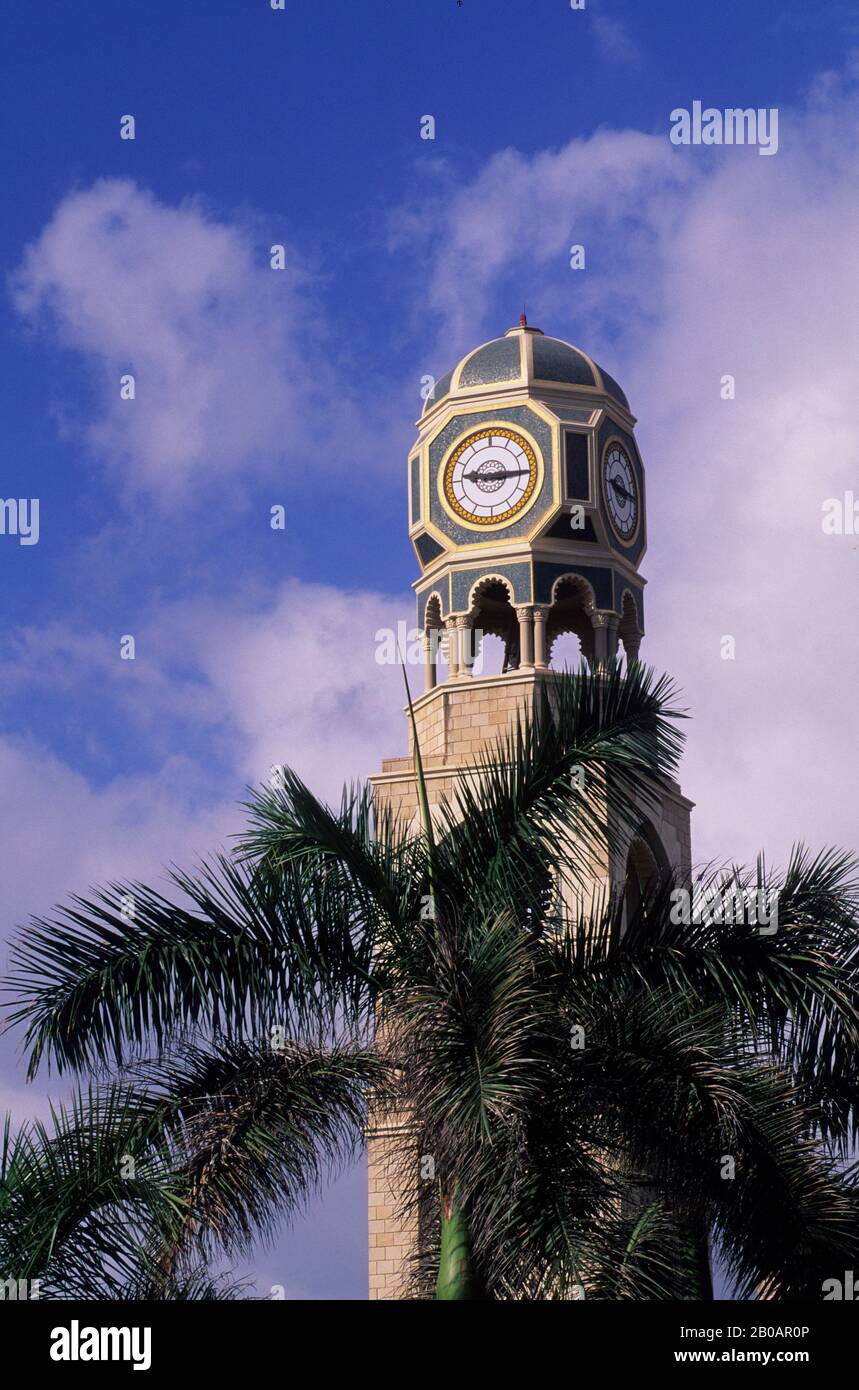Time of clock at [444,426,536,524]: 9:14
